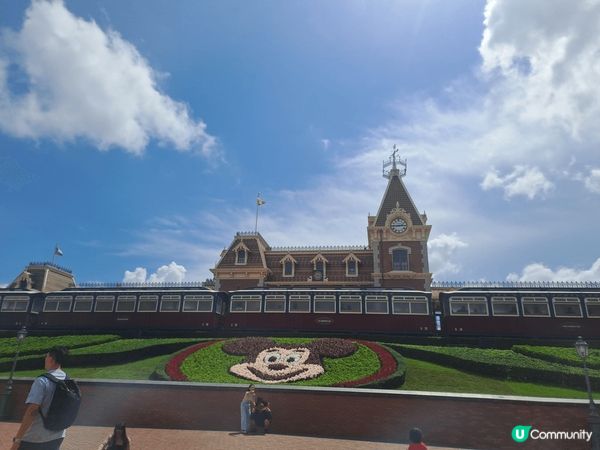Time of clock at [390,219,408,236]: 2:45
